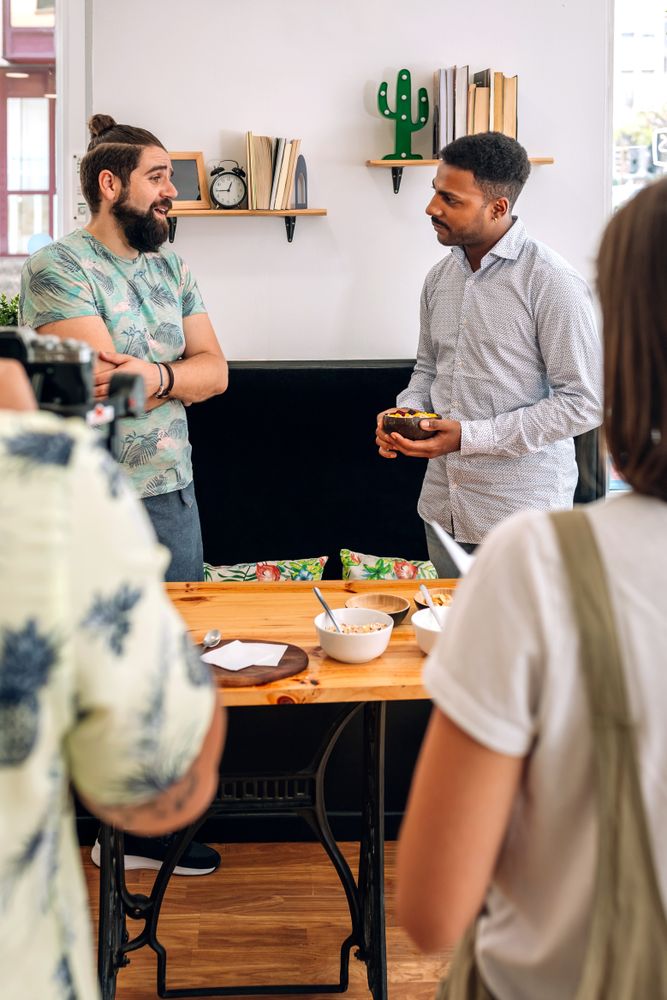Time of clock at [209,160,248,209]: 12:44
